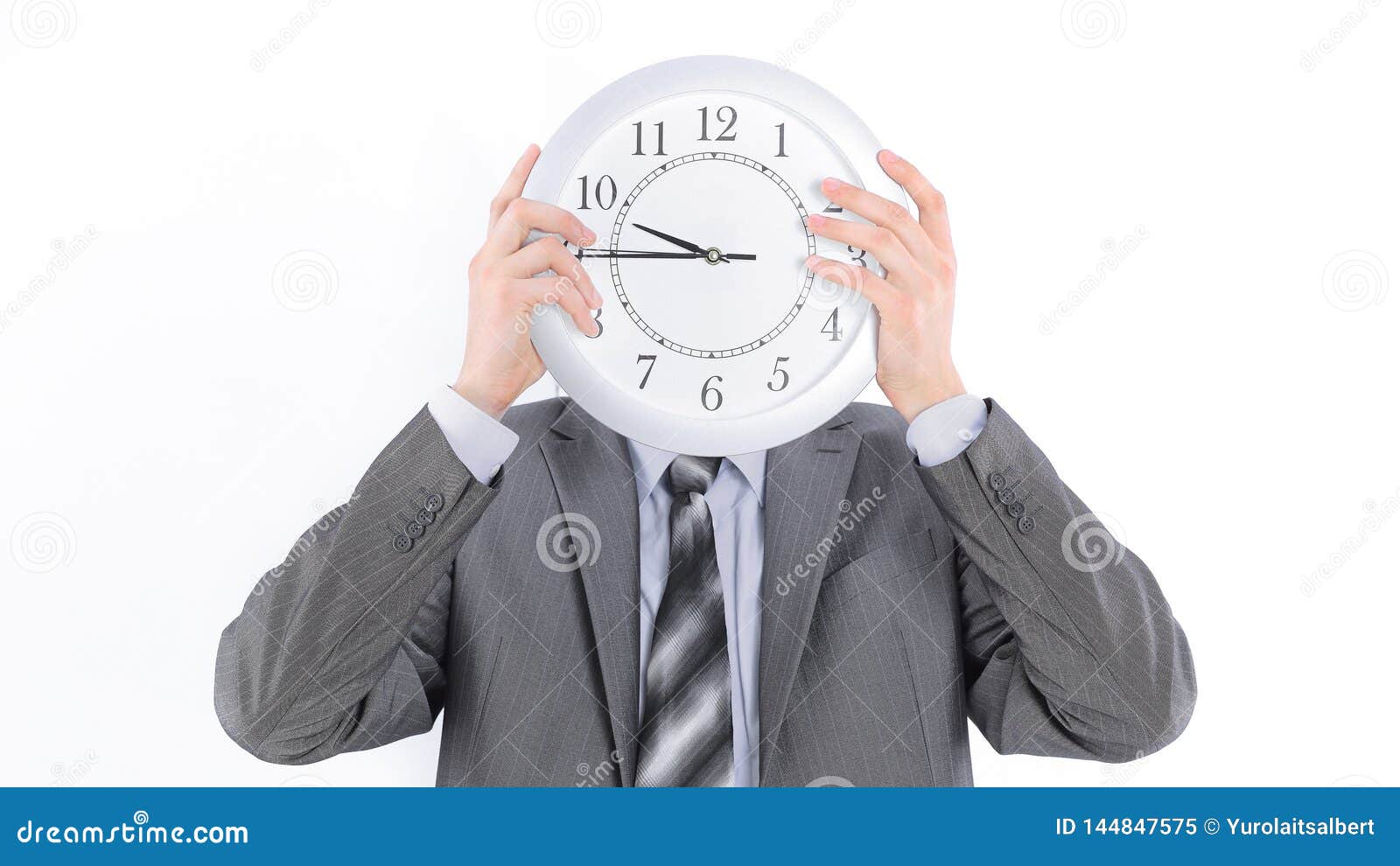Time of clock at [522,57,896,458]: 9:44
